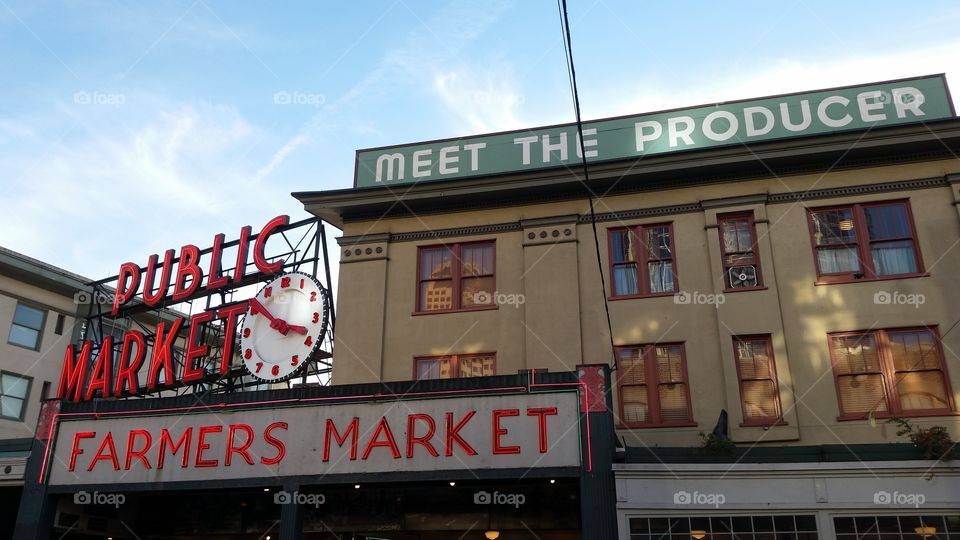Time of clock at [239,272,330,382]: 3:51
